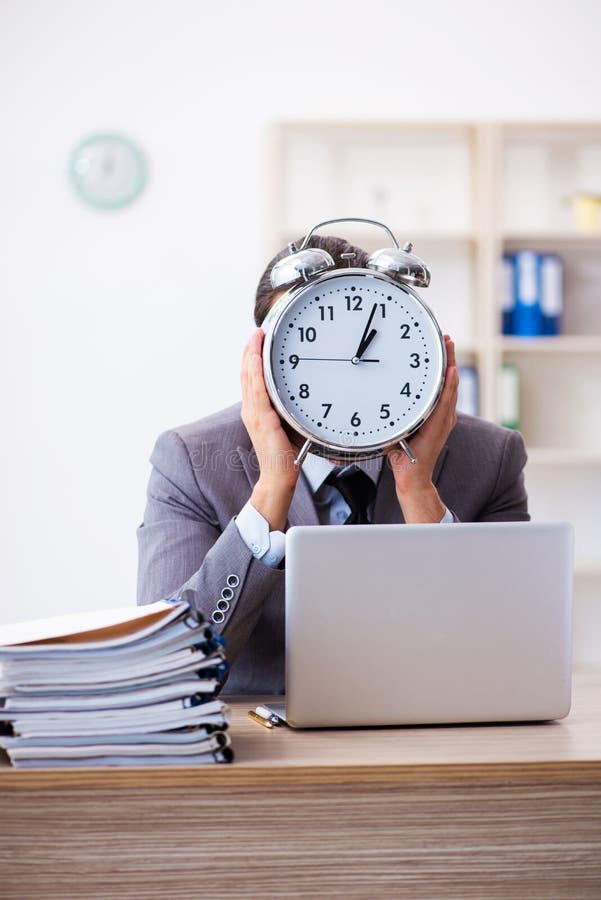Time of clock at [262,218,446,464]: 1:03
